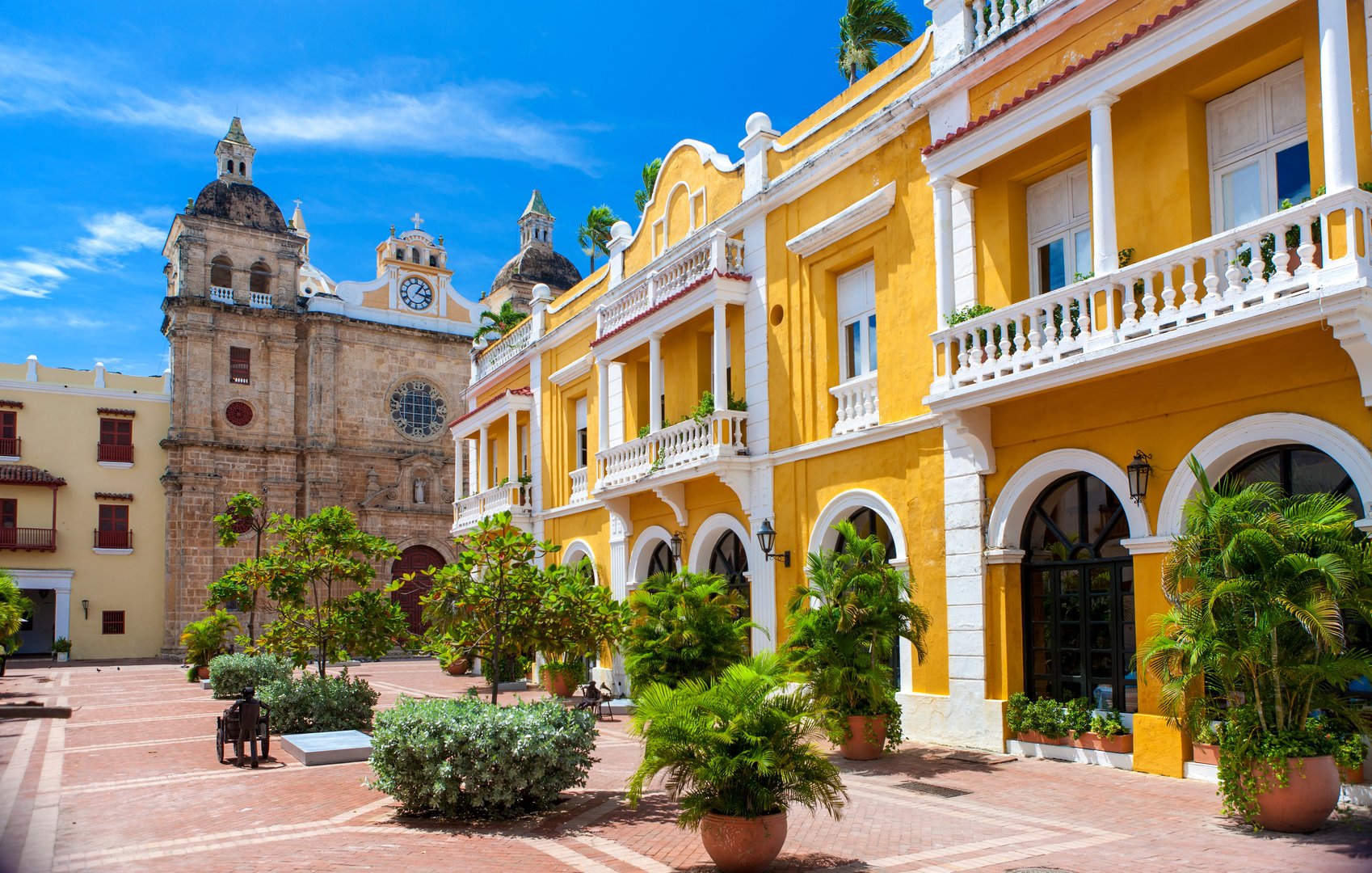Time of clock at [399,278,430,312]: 1:17
